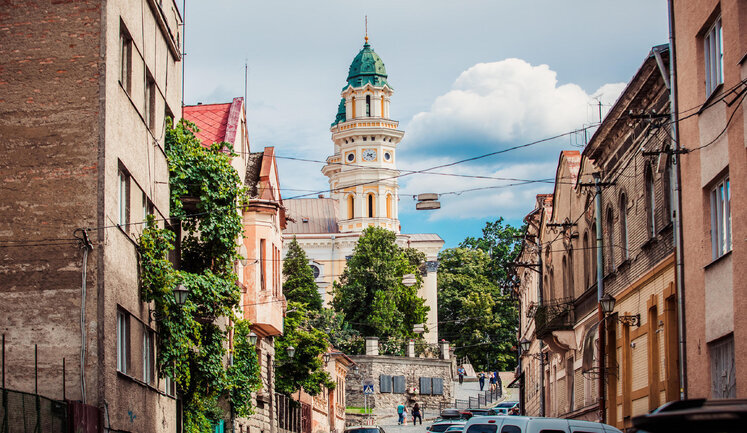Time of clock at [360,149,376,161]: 2:23
